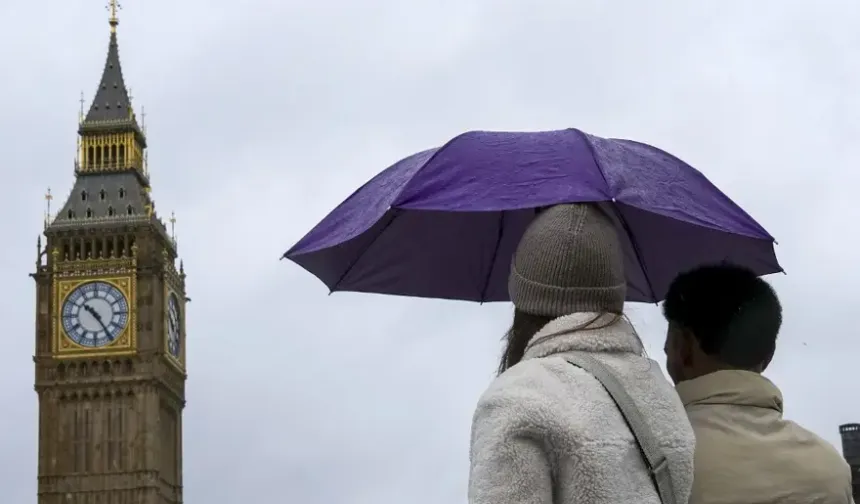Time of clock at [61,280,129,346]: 10:24
